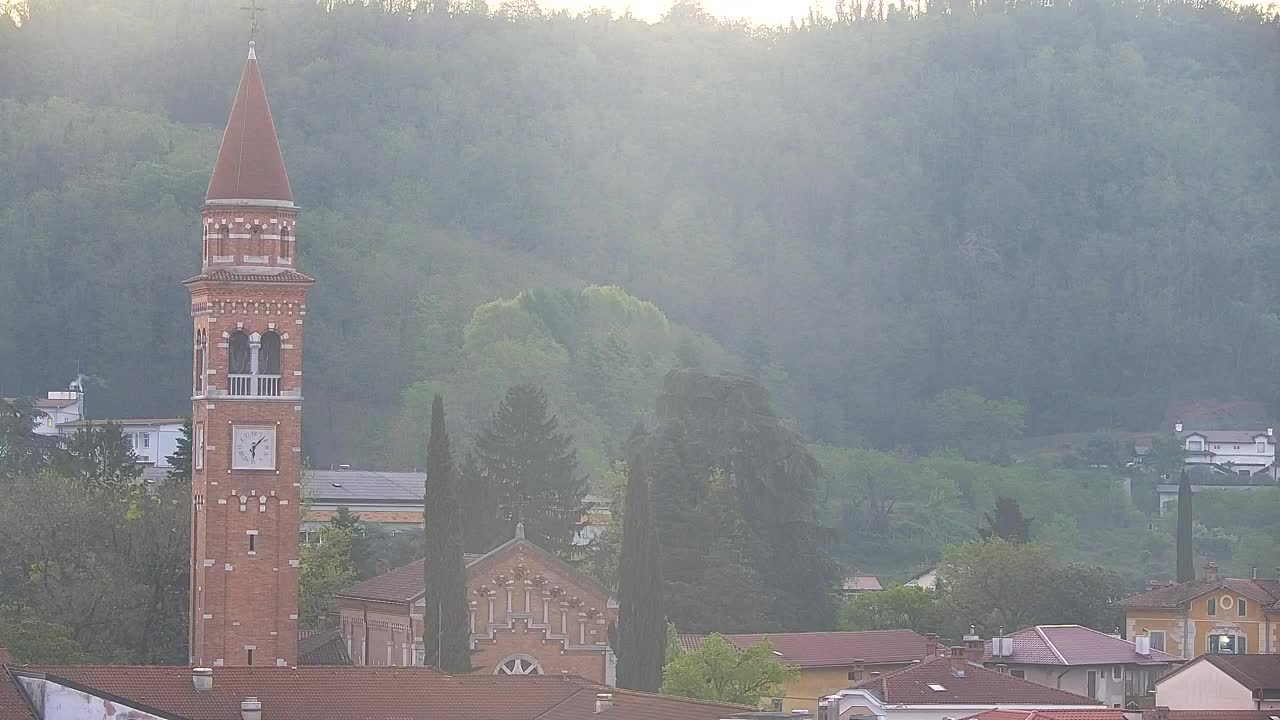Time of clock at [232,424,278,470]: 6:07
